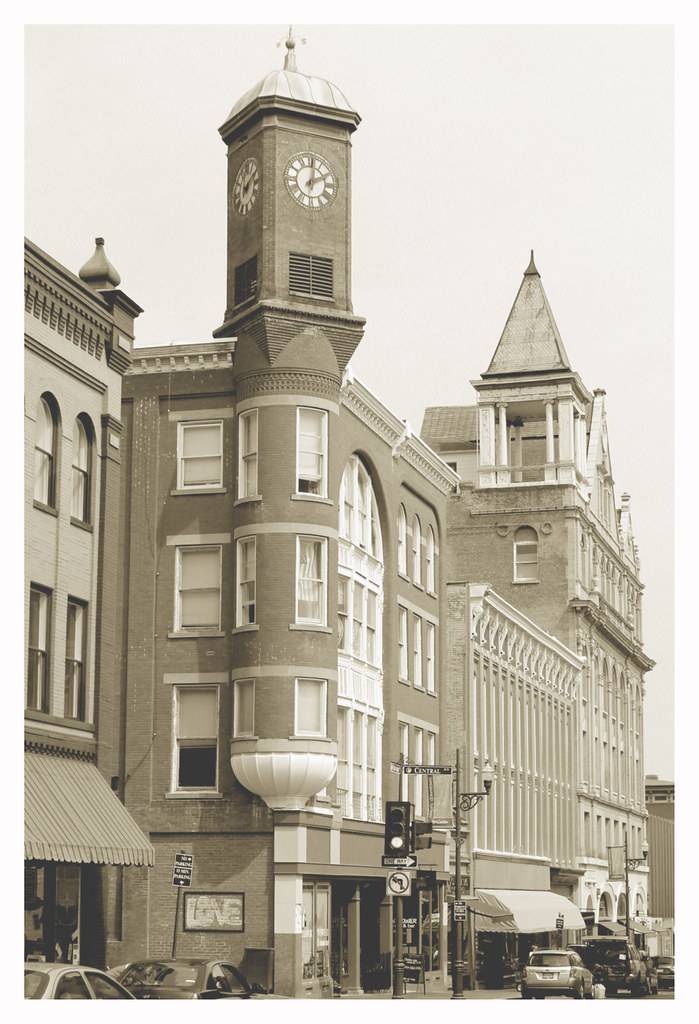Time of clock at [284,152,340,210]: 2:01
